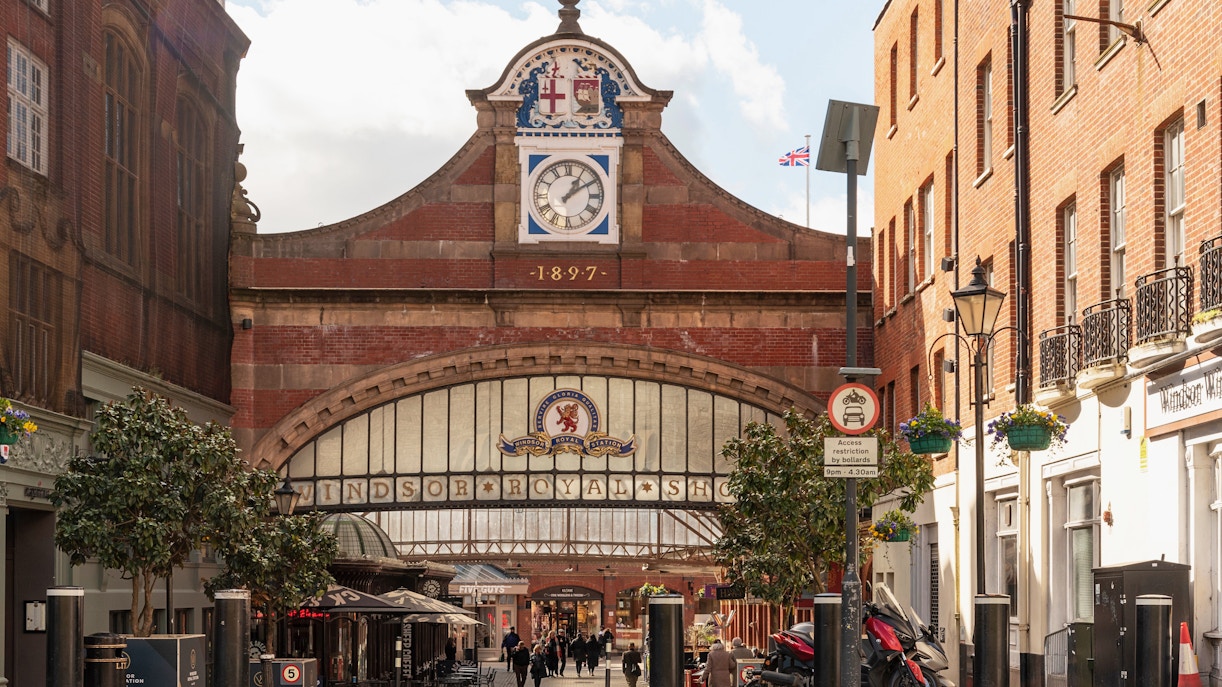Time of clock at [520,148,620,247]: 1:09
